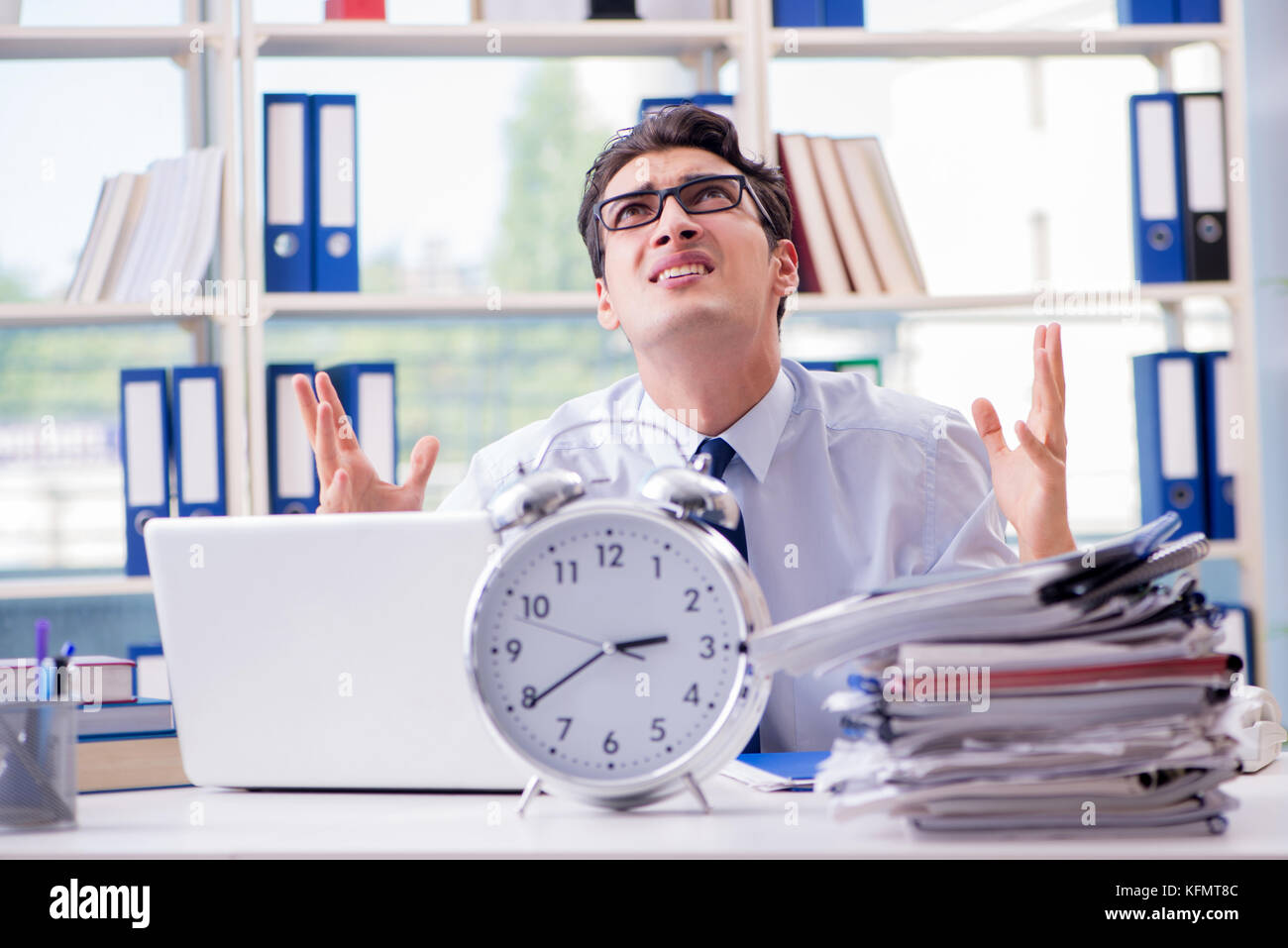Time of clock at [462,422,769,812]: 2:39
